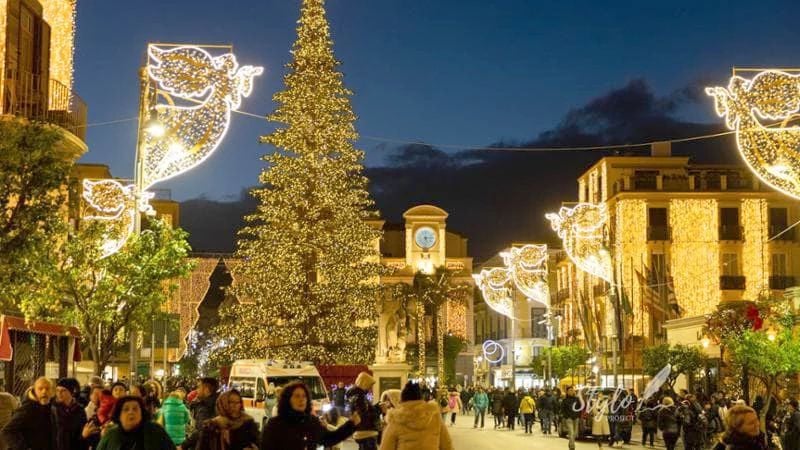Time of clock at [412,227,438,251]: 5:14
